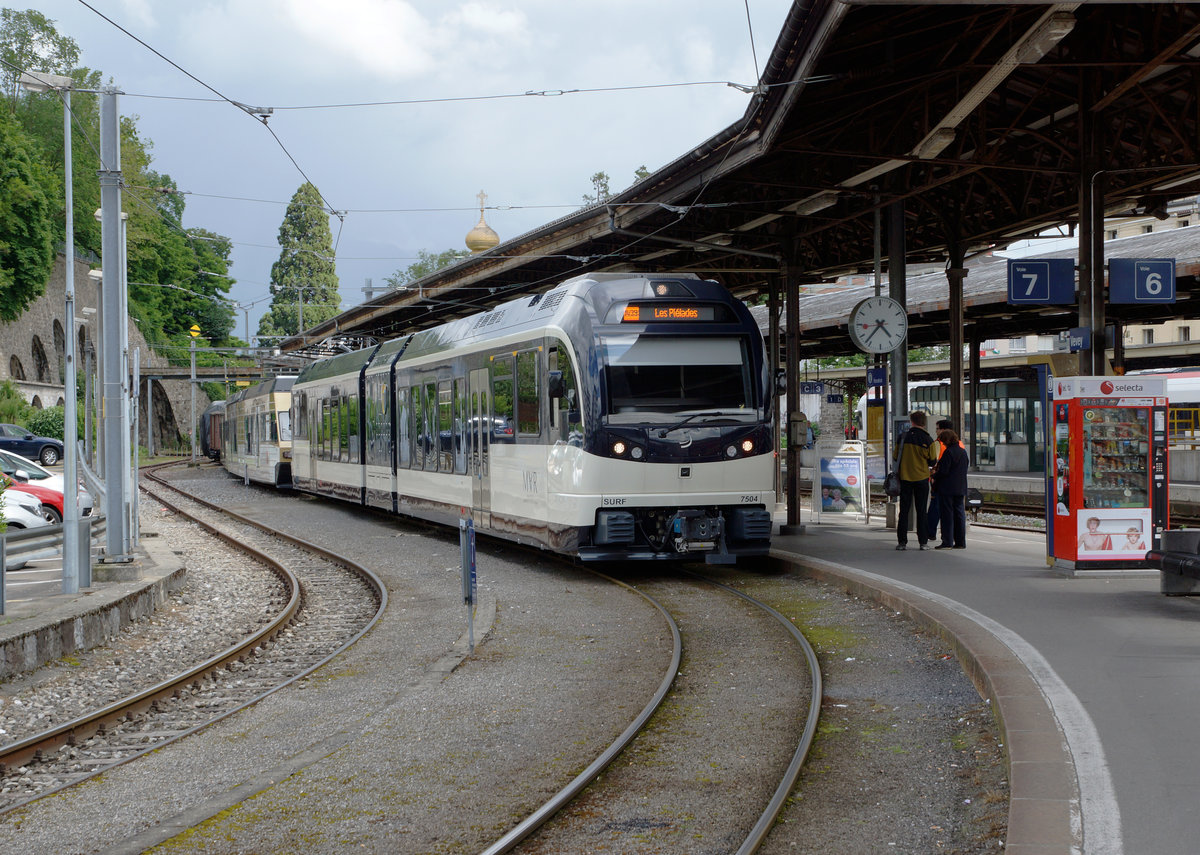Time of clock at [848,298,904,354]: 4:36
